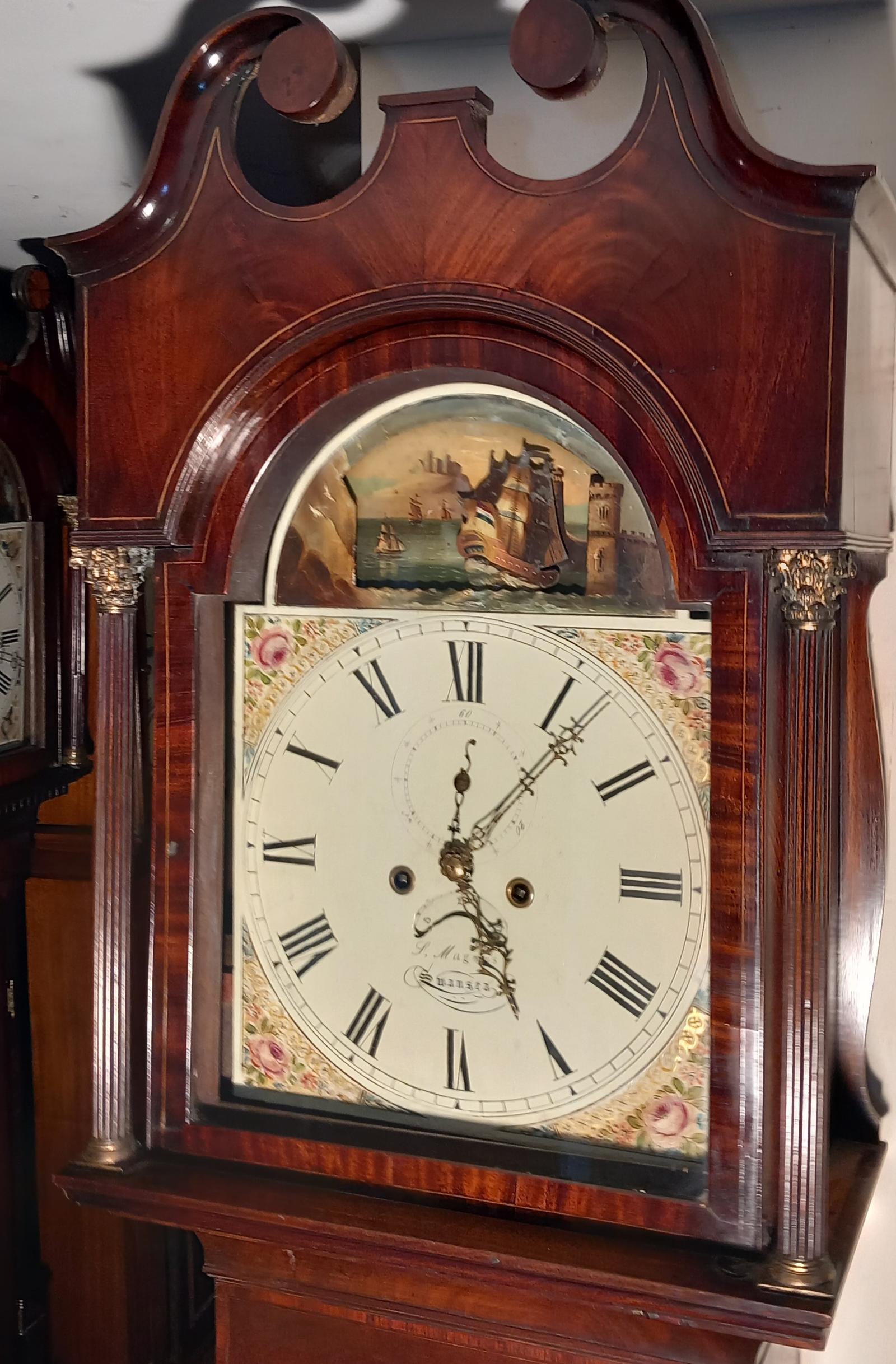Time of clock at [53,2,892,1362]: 5:06
